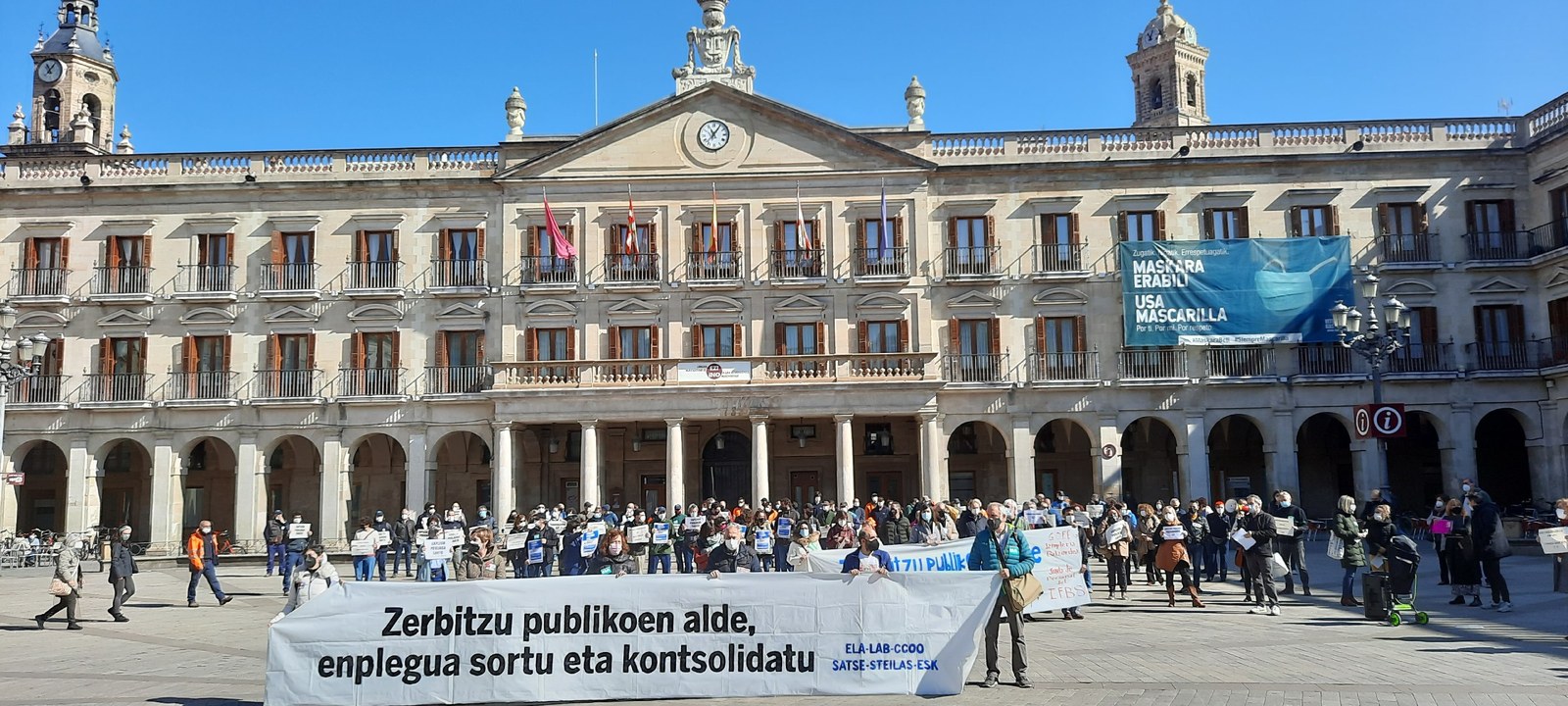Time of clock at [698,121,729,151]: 11:05
